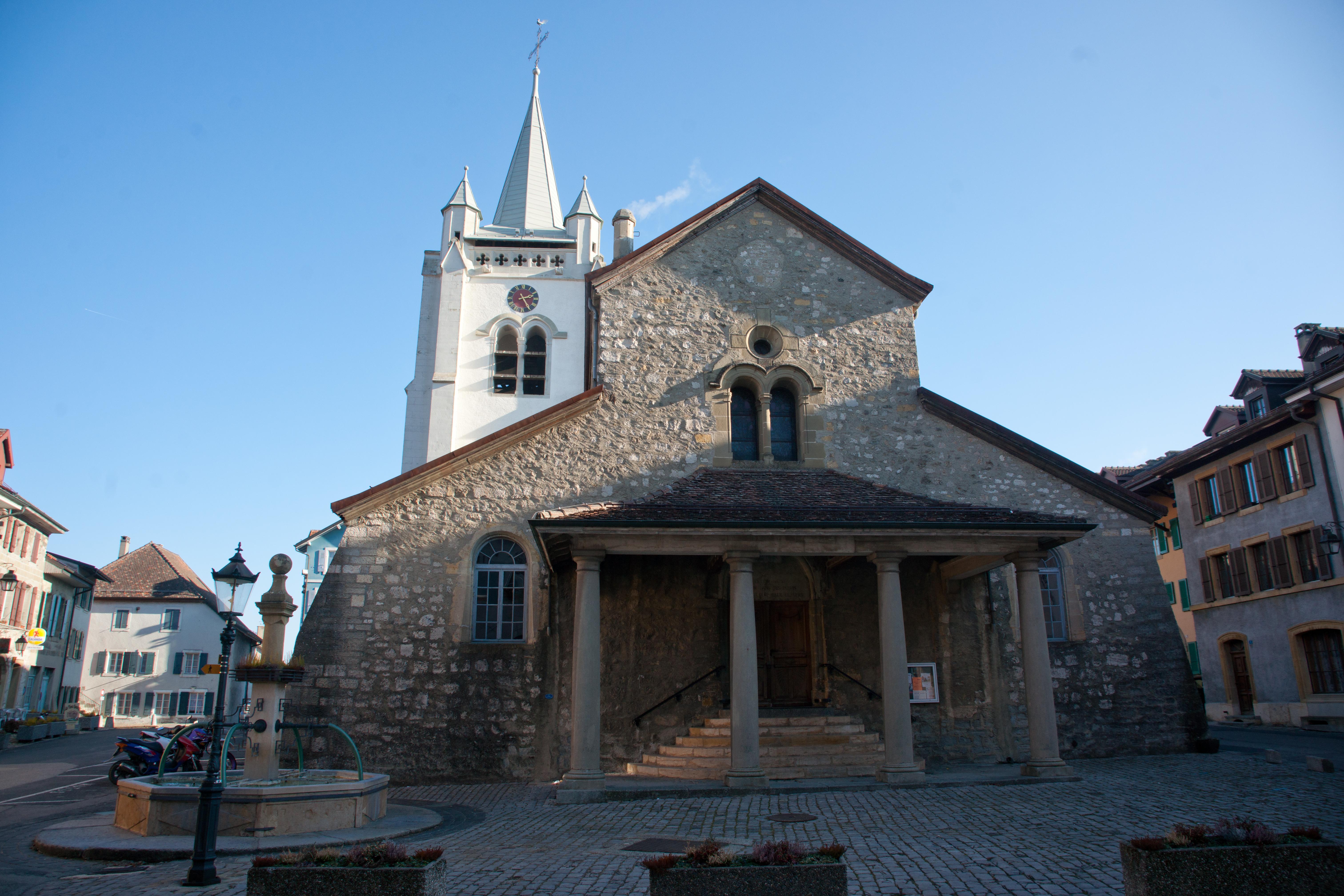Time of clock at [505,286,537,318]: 2:24
